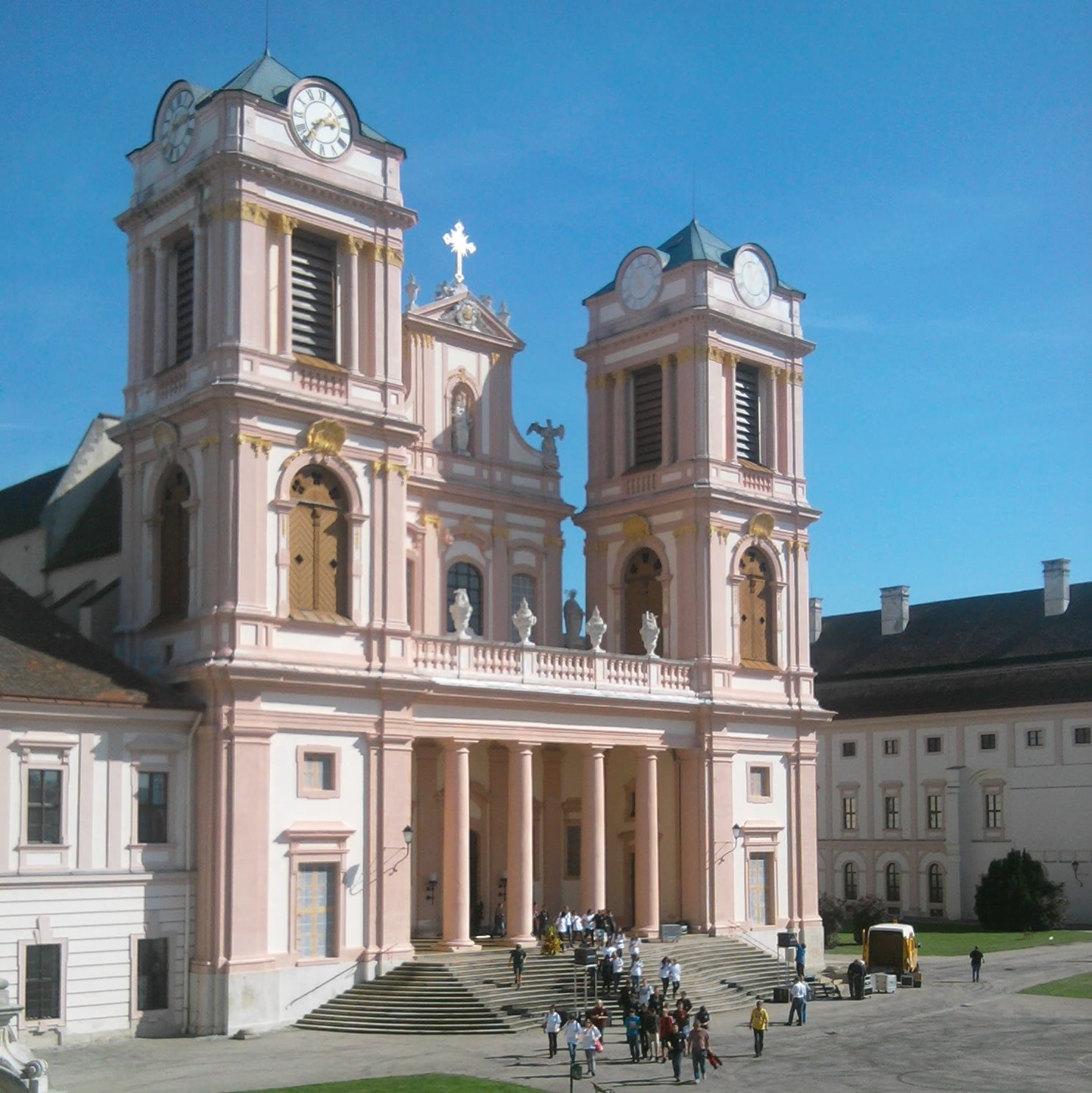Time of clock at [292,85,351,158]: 2:36
